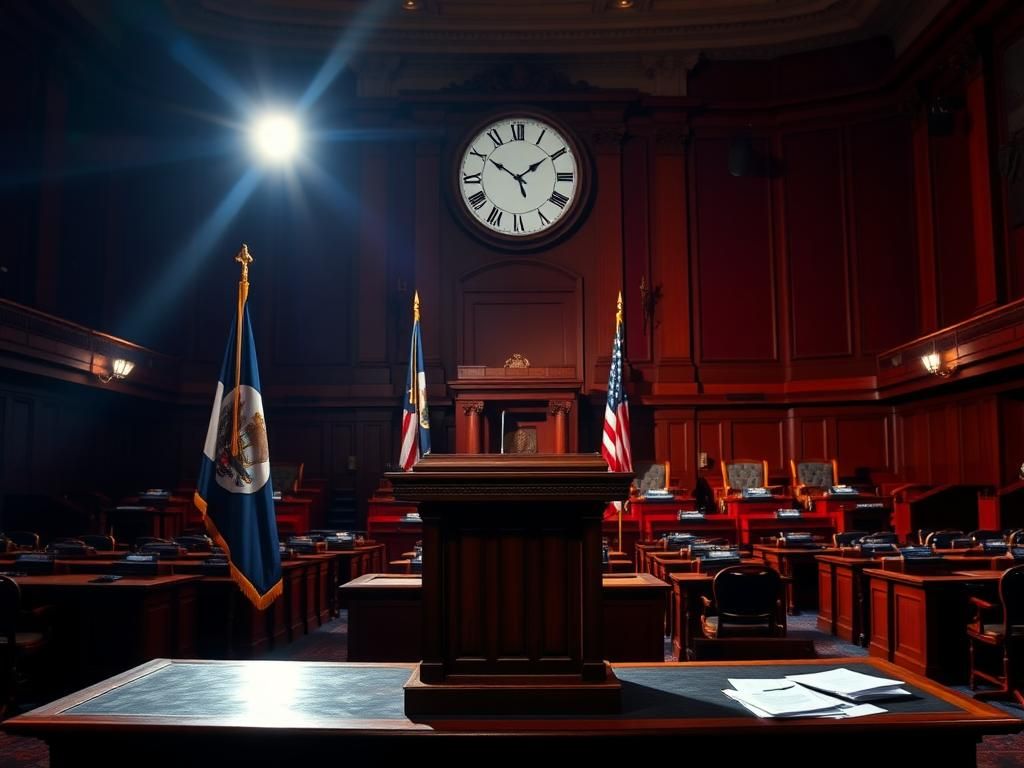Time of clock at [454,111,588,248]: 1:50
